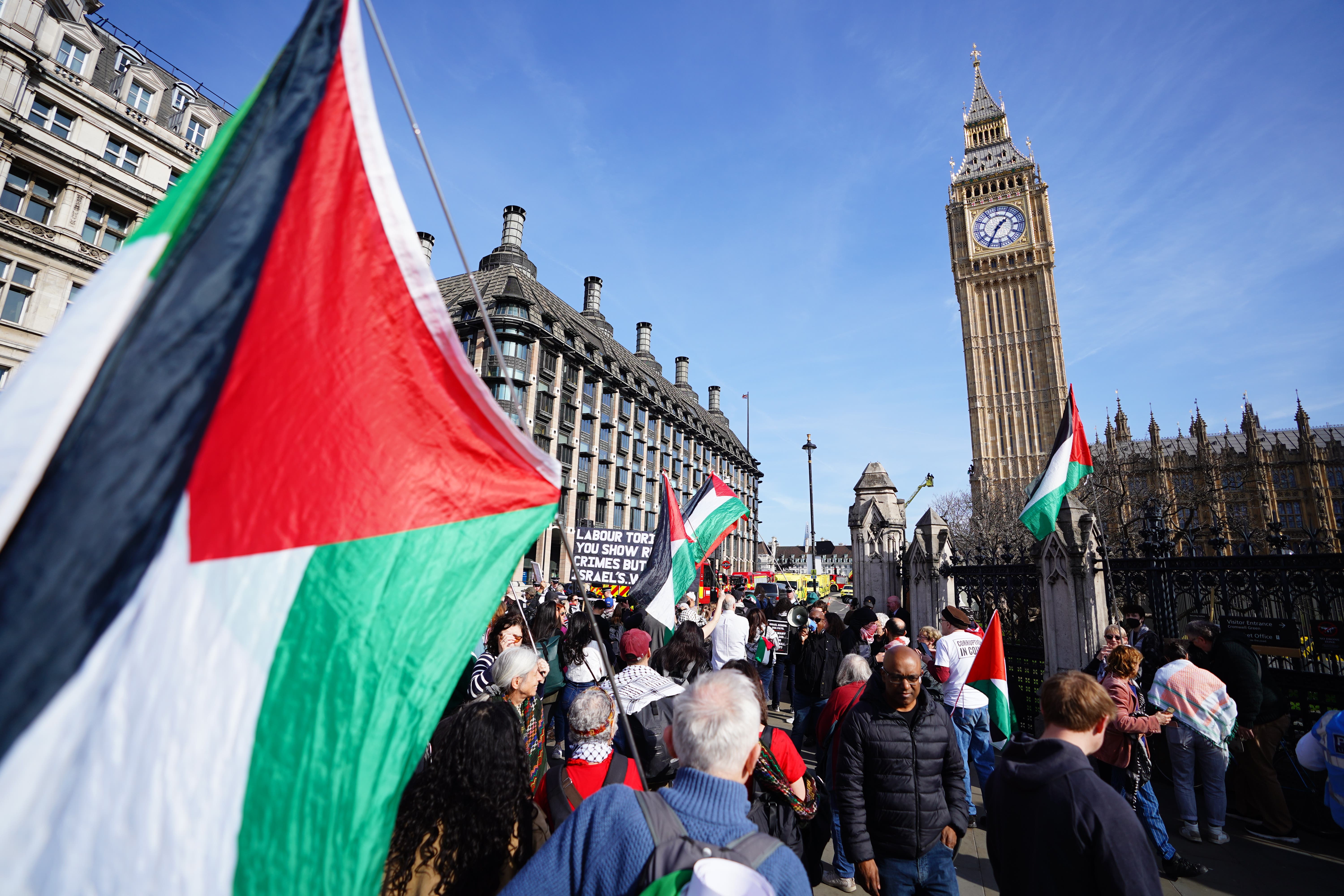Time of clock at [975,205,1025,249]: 1:34
